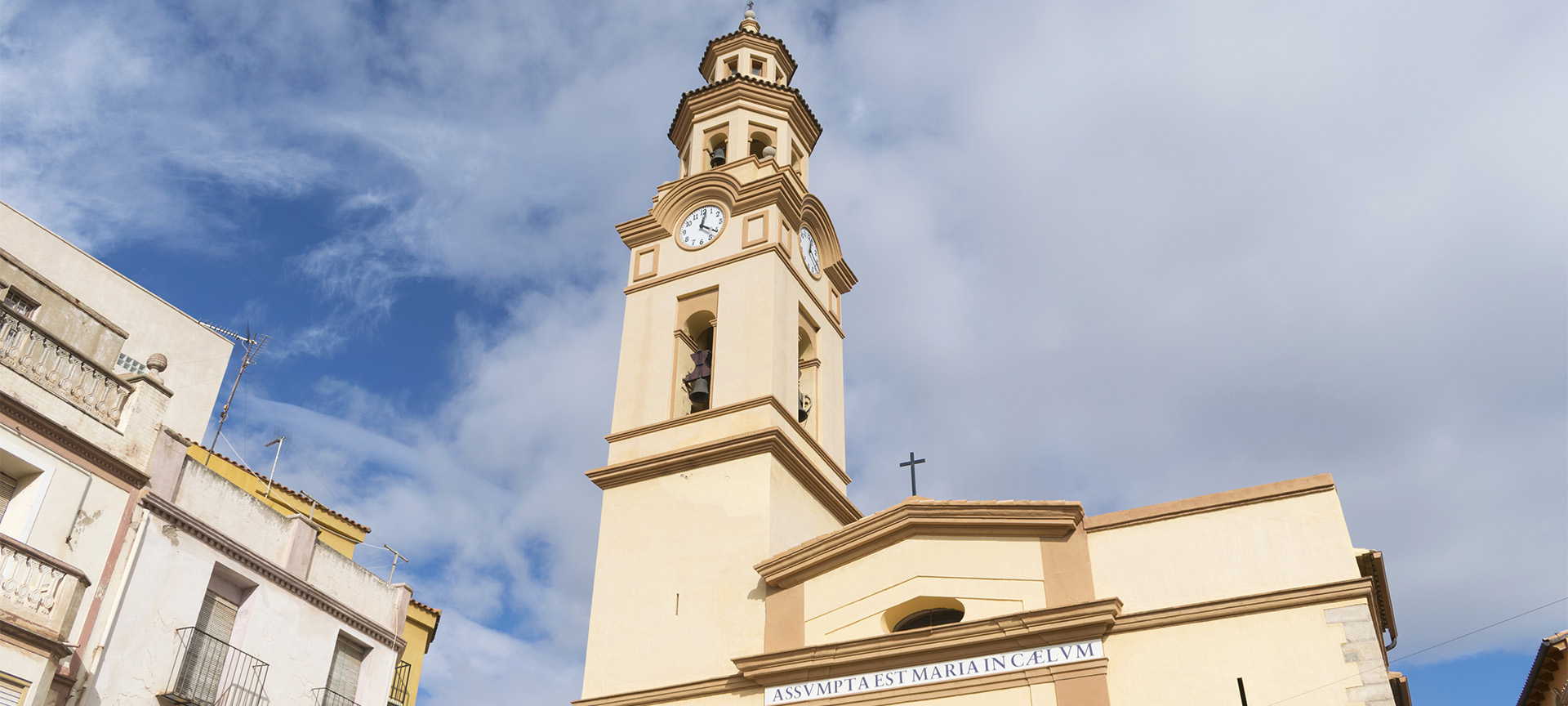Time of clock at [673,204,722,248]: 12:20
